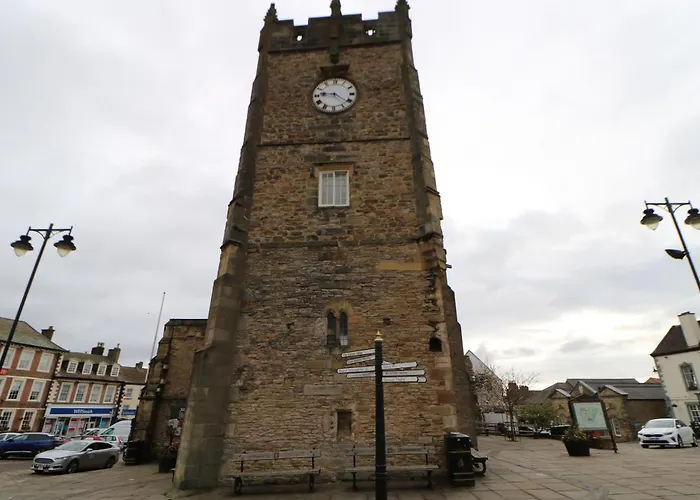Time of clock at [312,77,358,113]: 9:21
